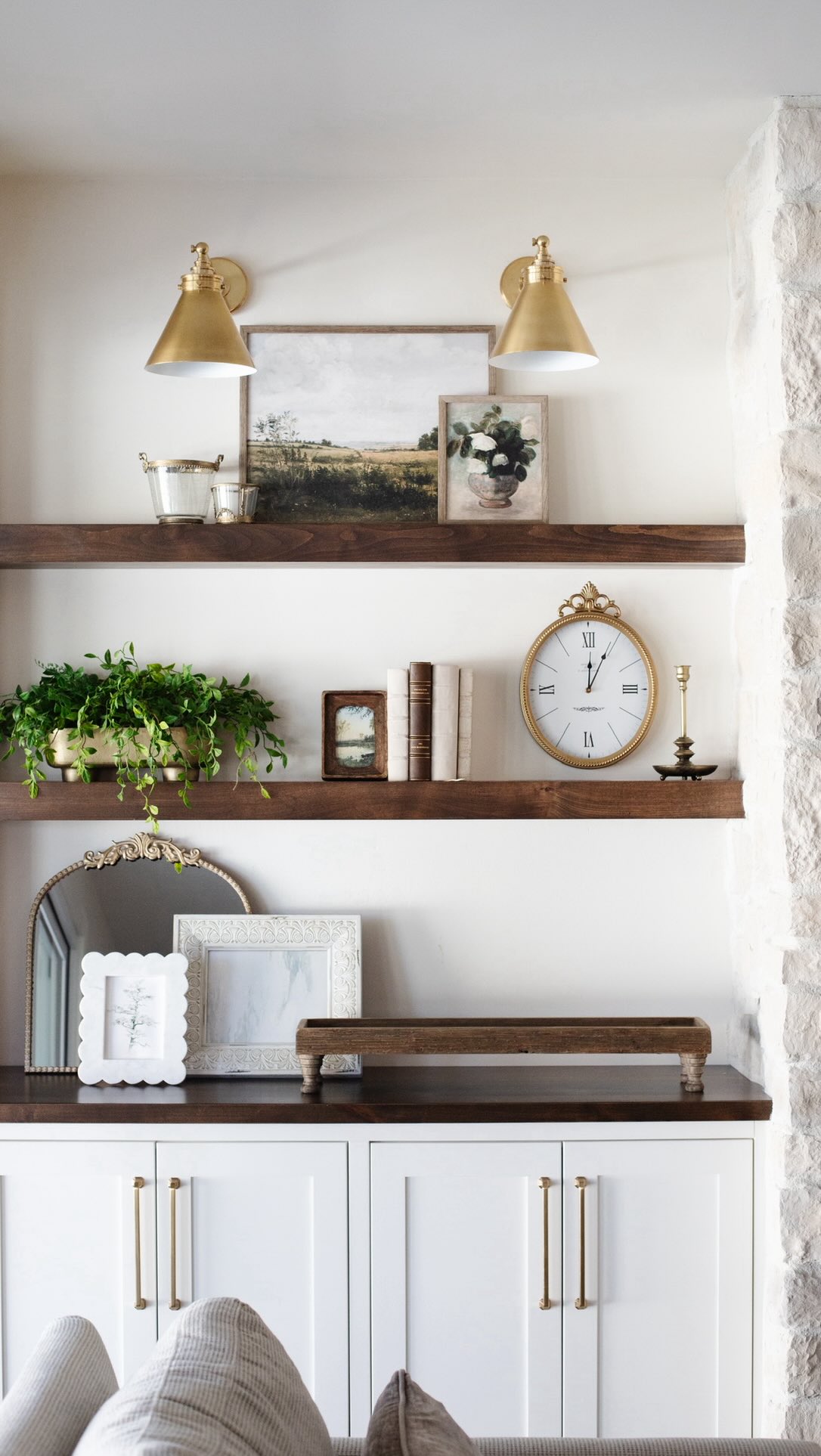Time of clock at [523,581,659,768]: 12:04
